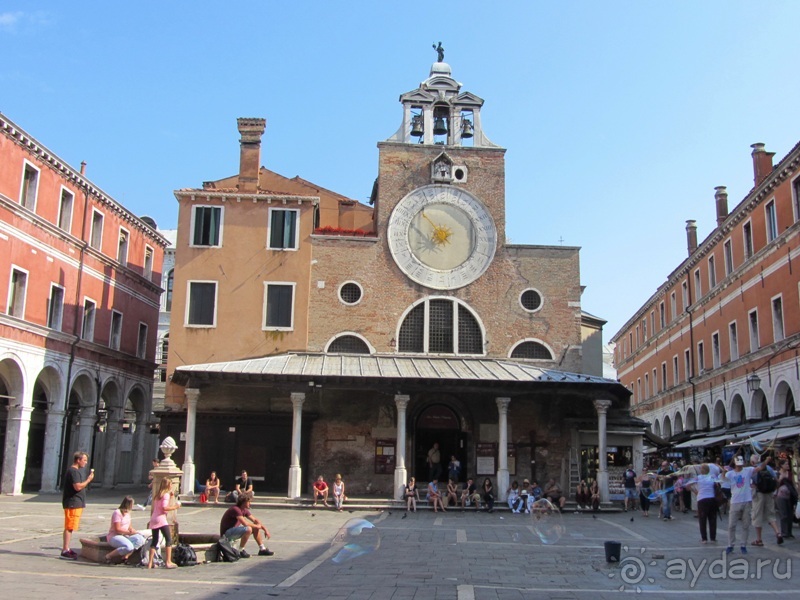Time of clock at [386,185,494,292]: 7:53
